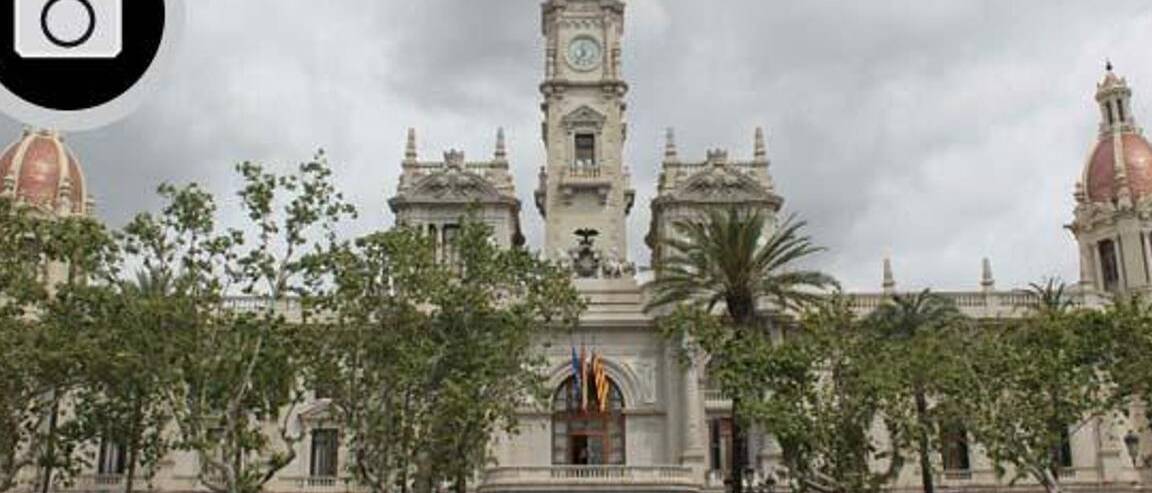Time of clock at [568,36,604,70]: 11:35
